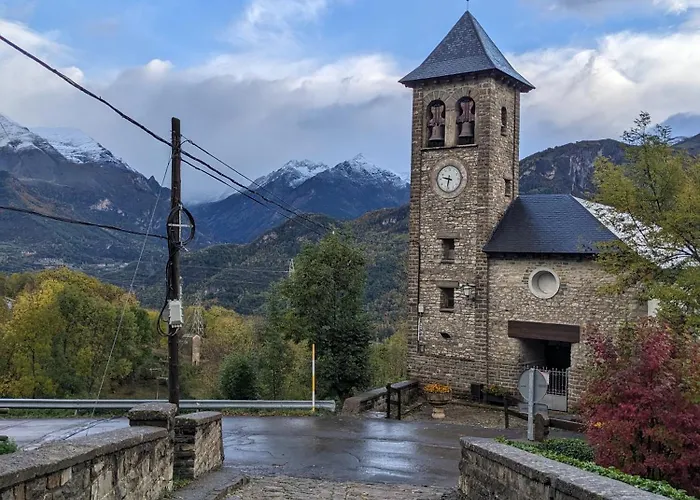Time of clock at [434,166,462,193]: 9:32
